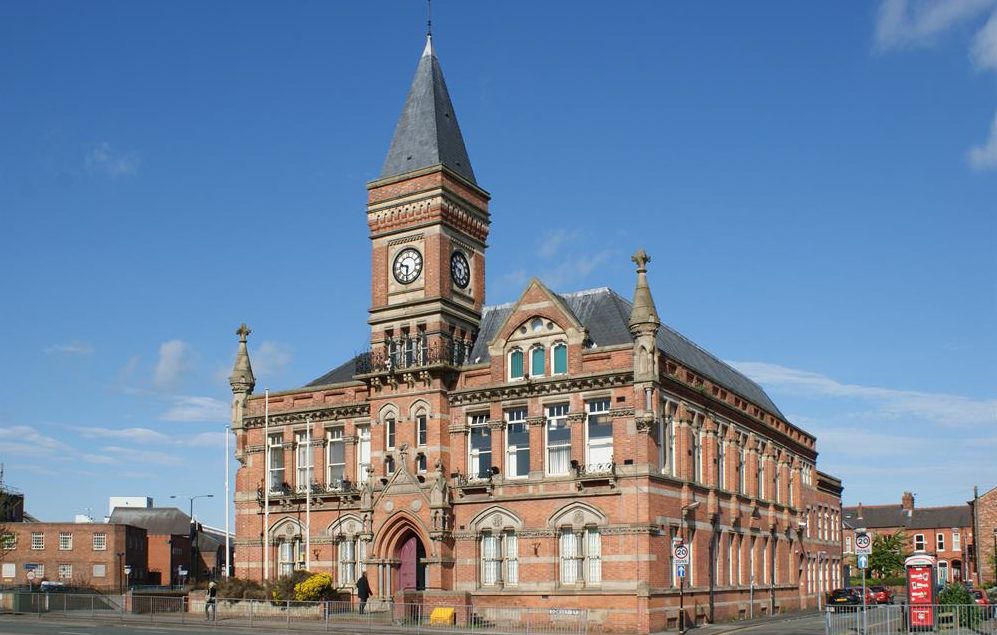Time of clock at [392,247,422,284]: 9:31
